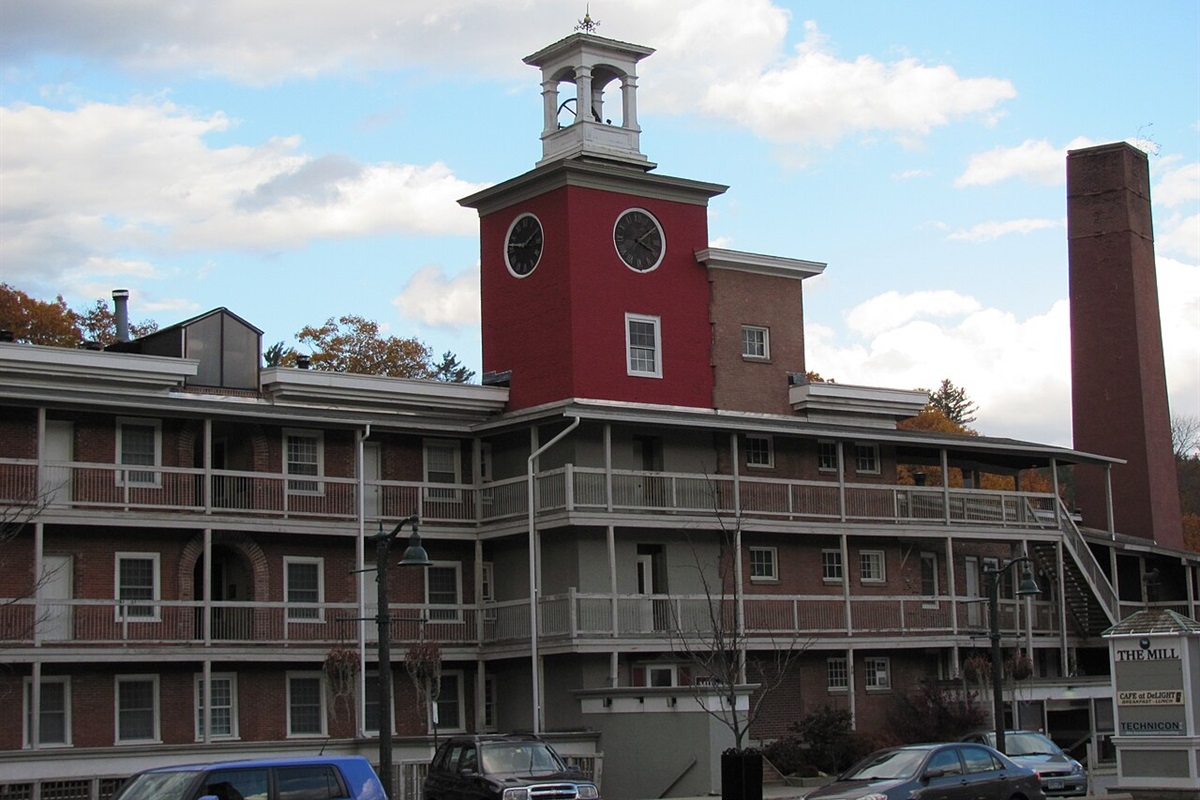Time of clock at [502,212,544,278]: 9:10
